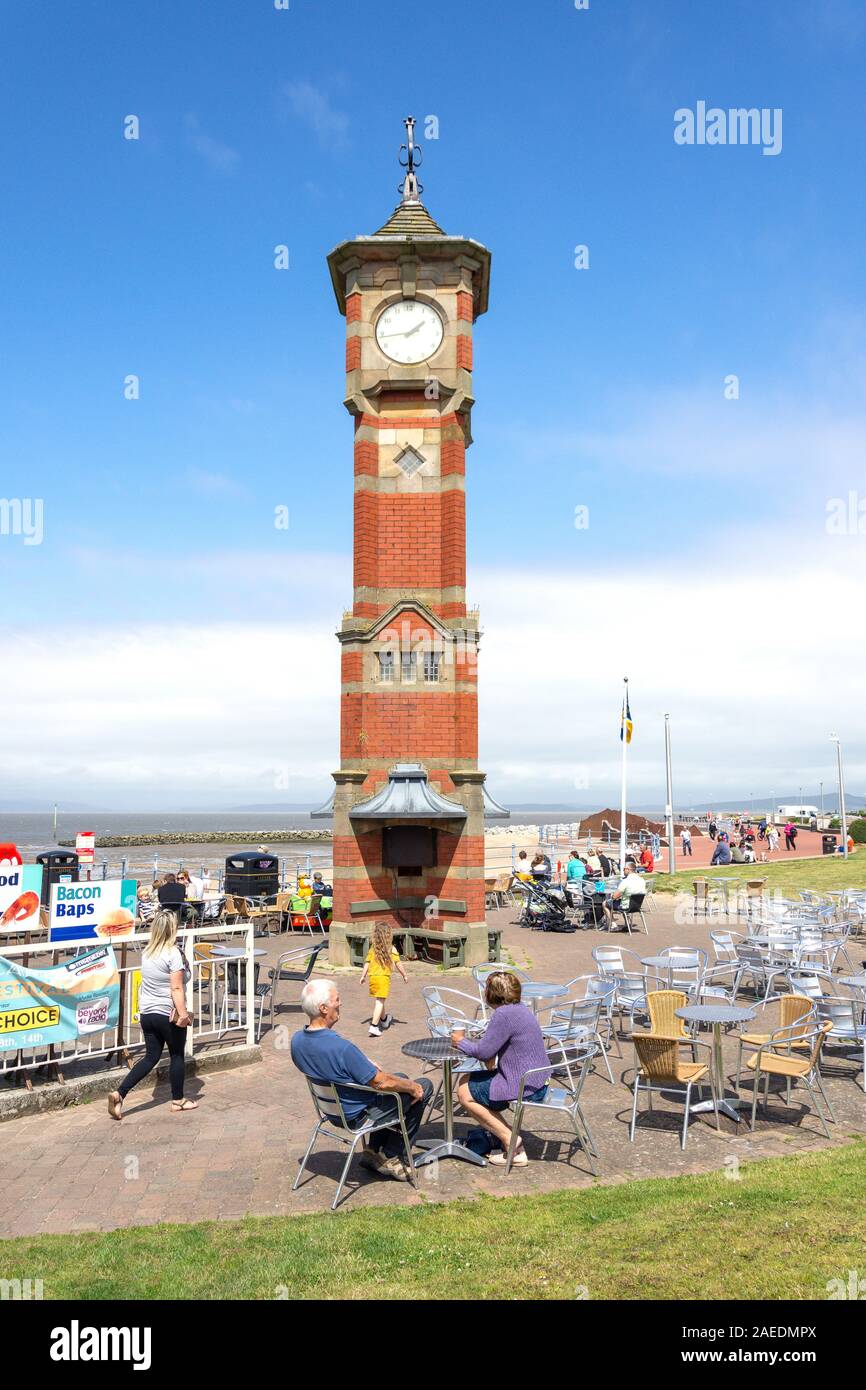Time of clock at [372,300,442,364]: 1:43
